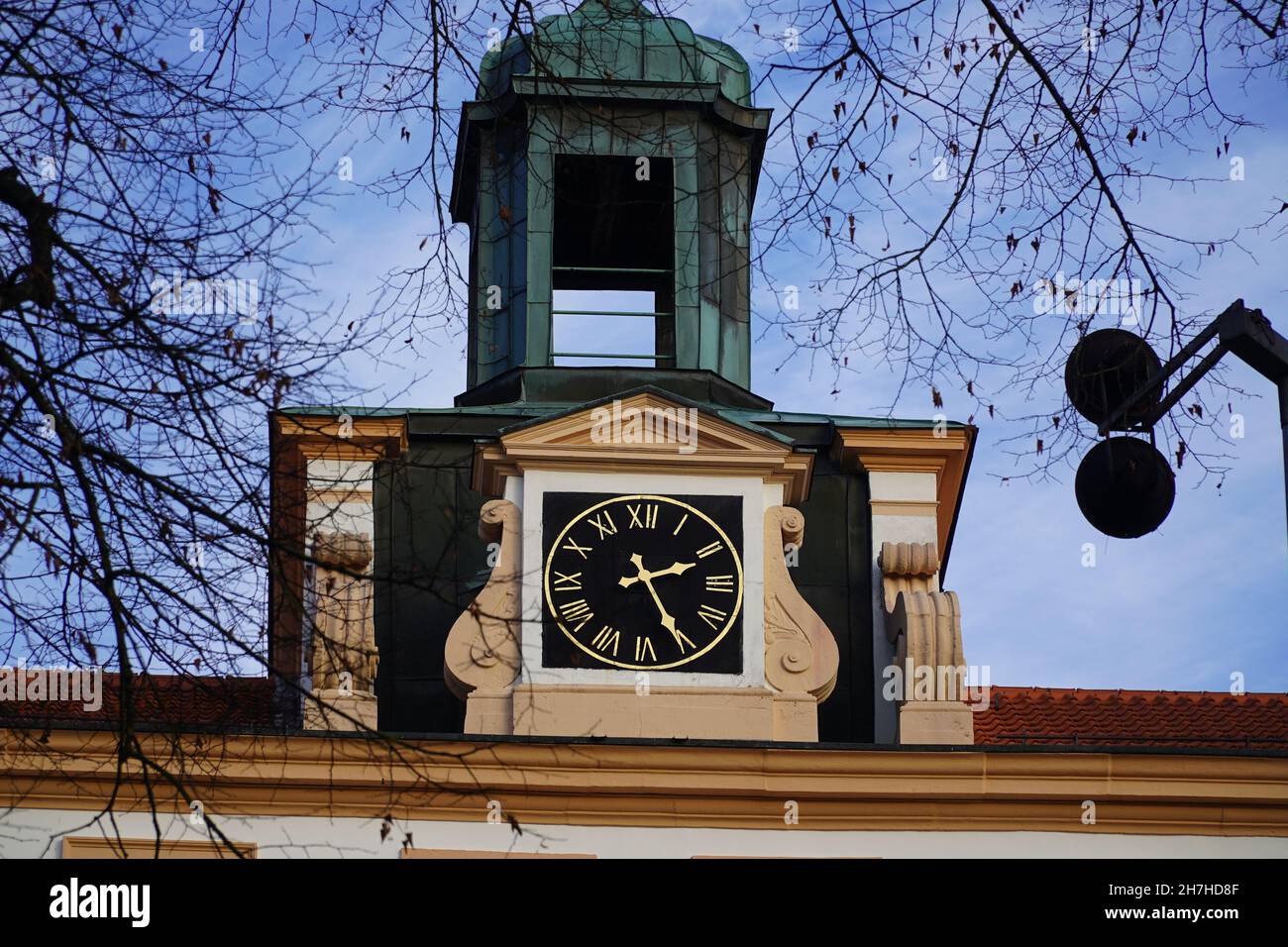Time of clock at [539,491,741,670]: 2:25
